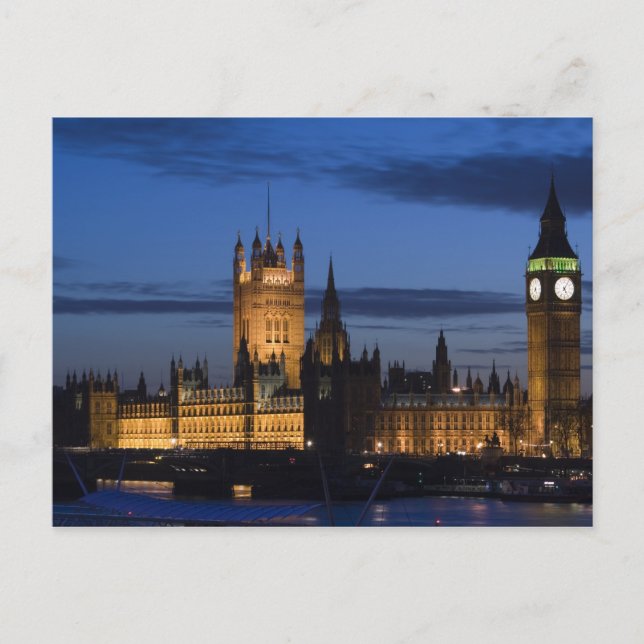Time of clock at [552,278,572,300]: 5:05
